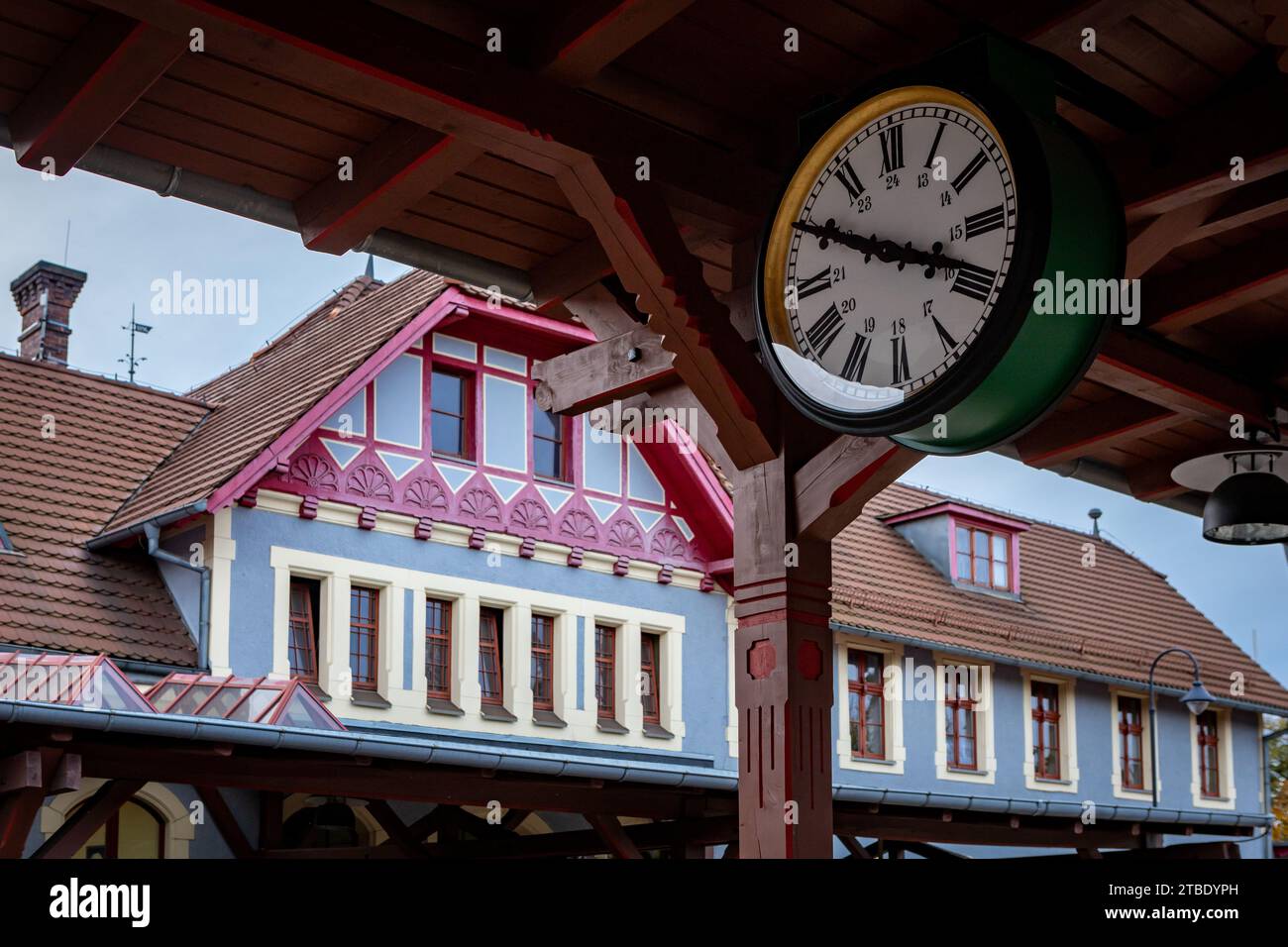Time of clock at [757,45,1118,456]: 3:49
